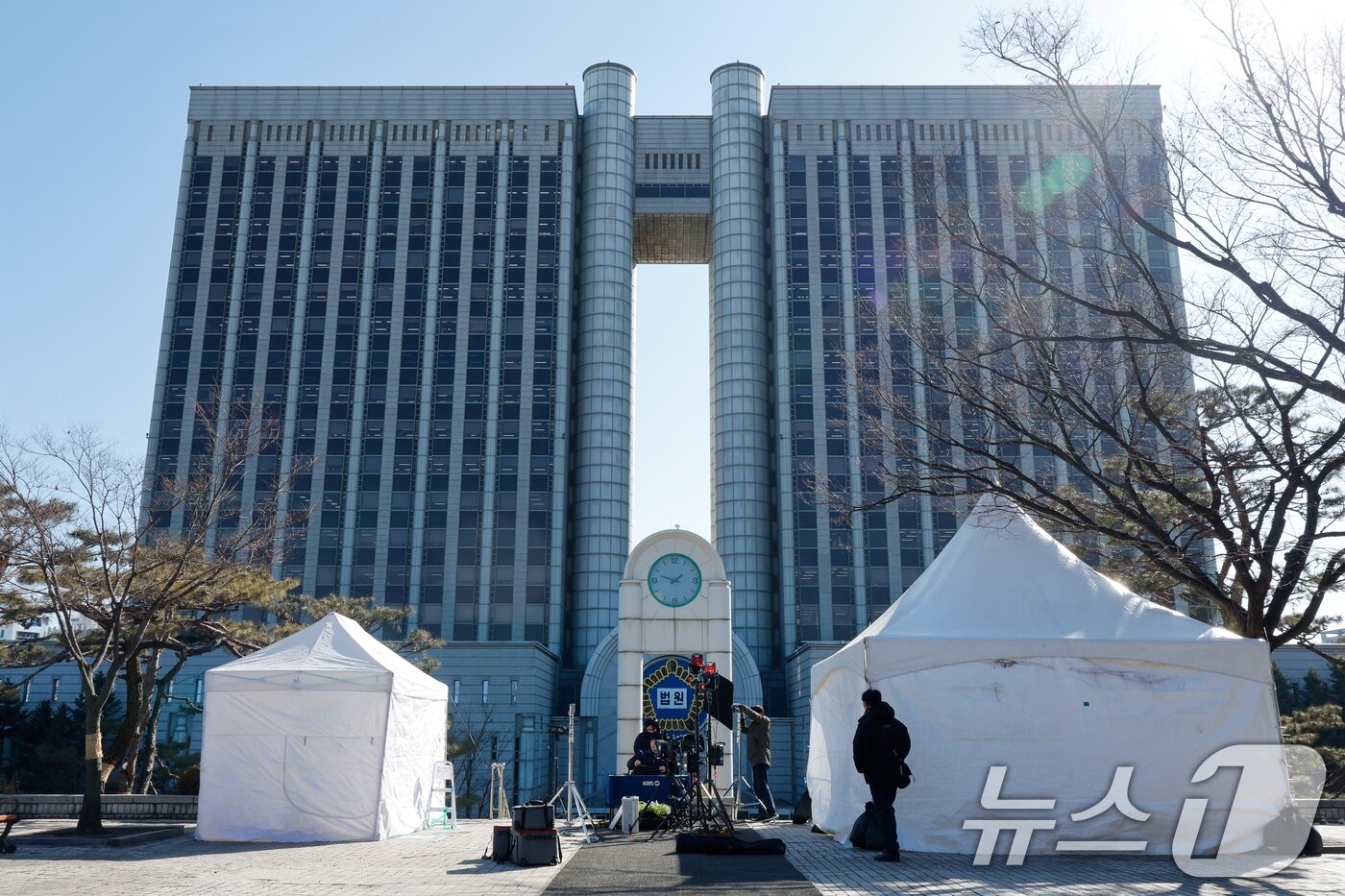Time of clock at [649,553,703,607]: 1:47
